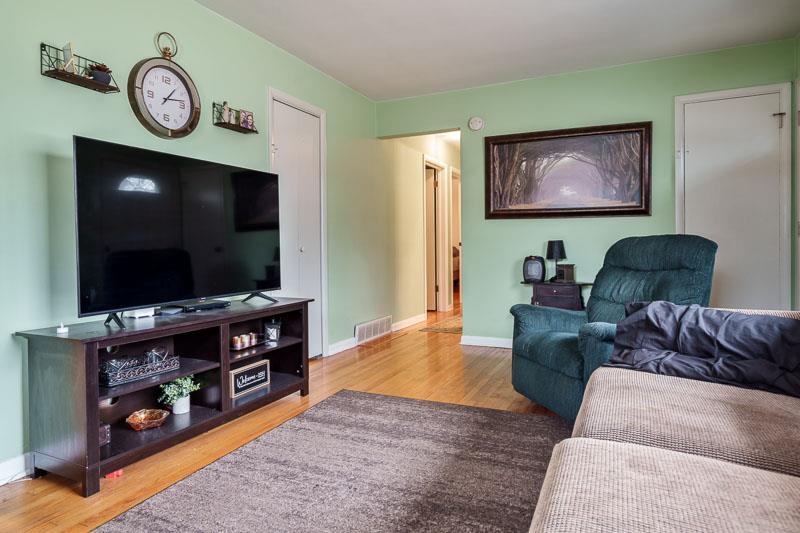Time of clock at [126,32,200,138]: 1:13
